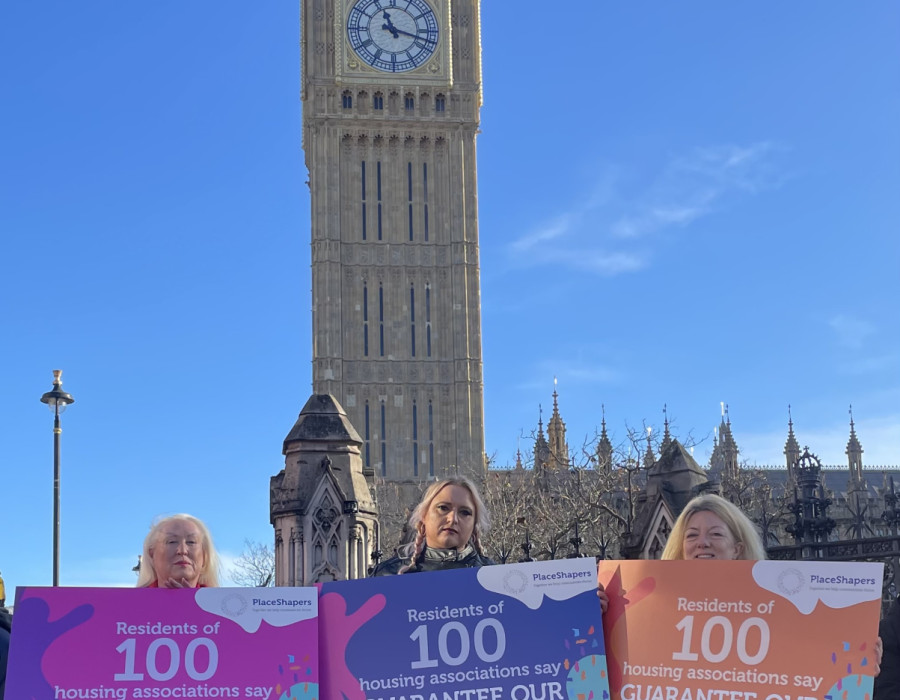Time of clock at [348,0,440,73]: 11:17
